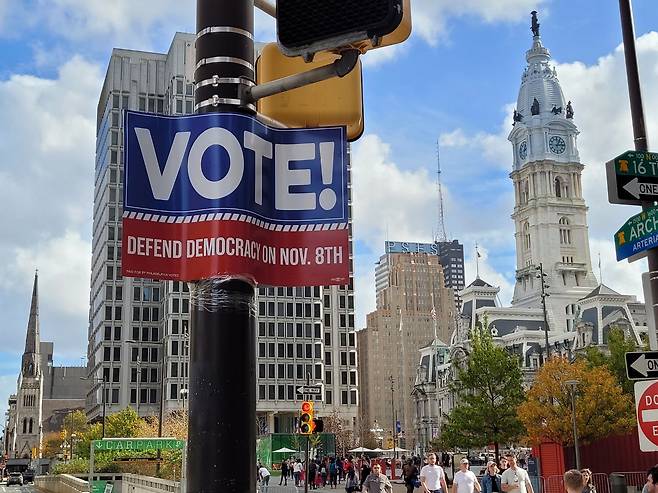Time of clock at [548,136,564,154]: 1:13
